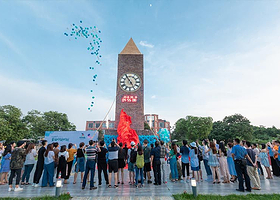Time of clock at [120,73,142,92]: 4:54
